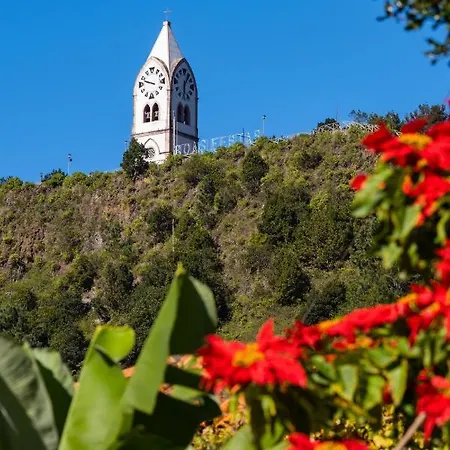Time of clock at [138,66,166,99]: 9:48
